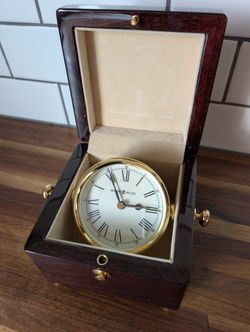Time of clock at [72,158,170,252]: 2:55
